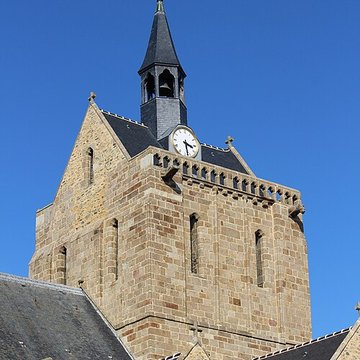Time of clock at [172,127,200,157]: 3:28
